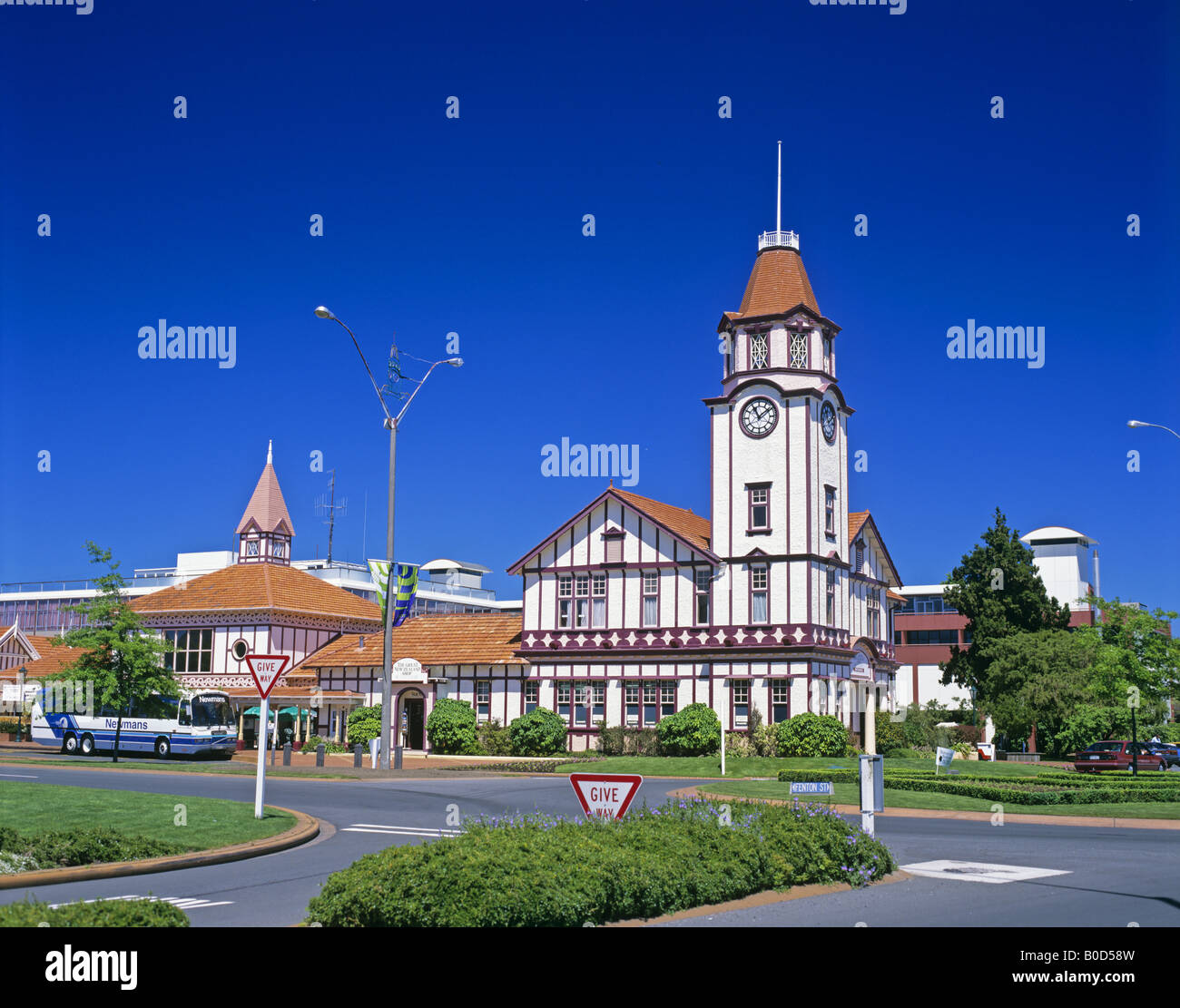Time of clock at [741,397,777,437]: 11:08
